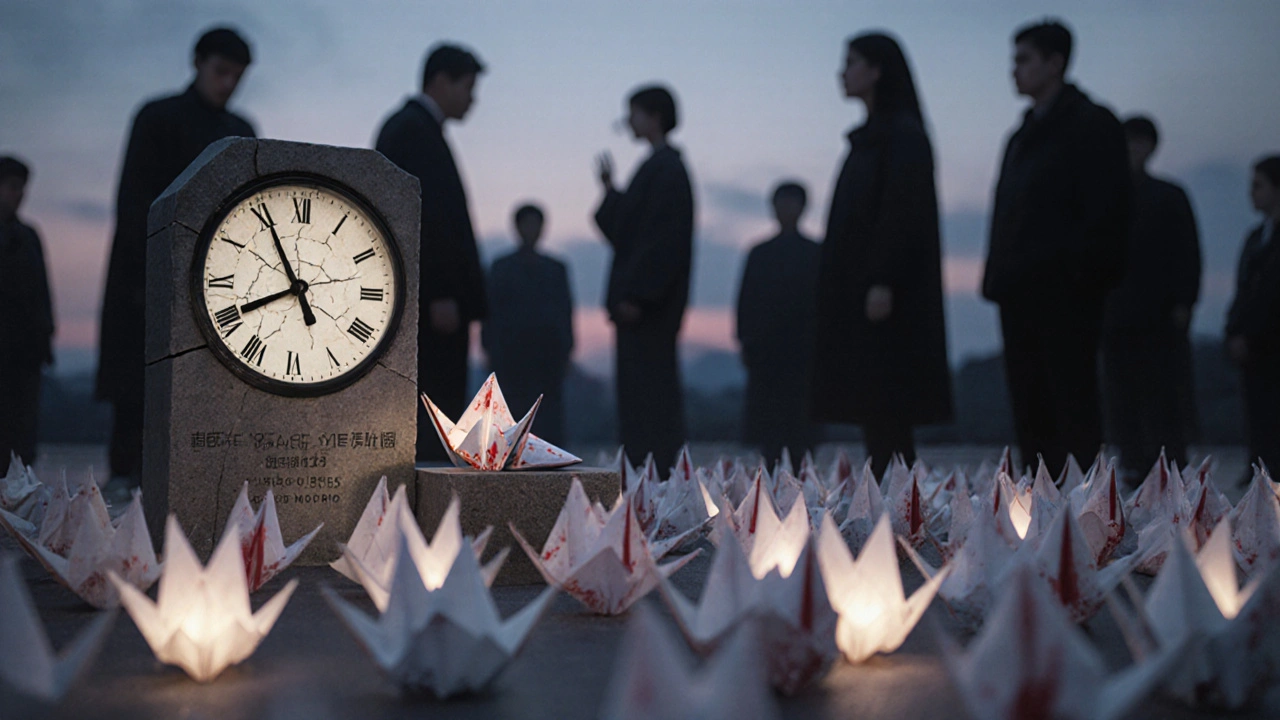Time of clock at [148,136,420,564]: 7:55
